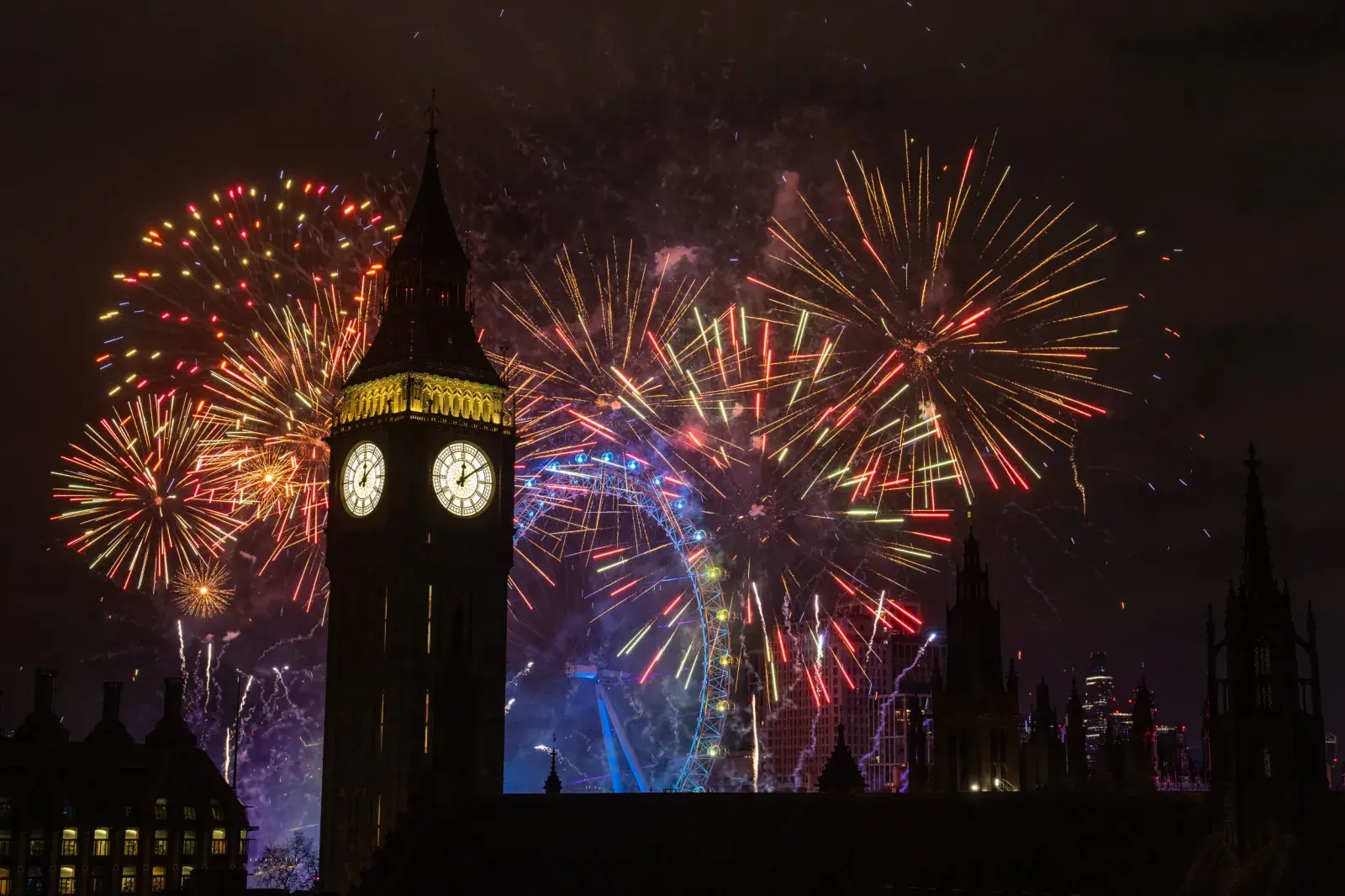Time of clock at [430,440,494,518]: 12:09
